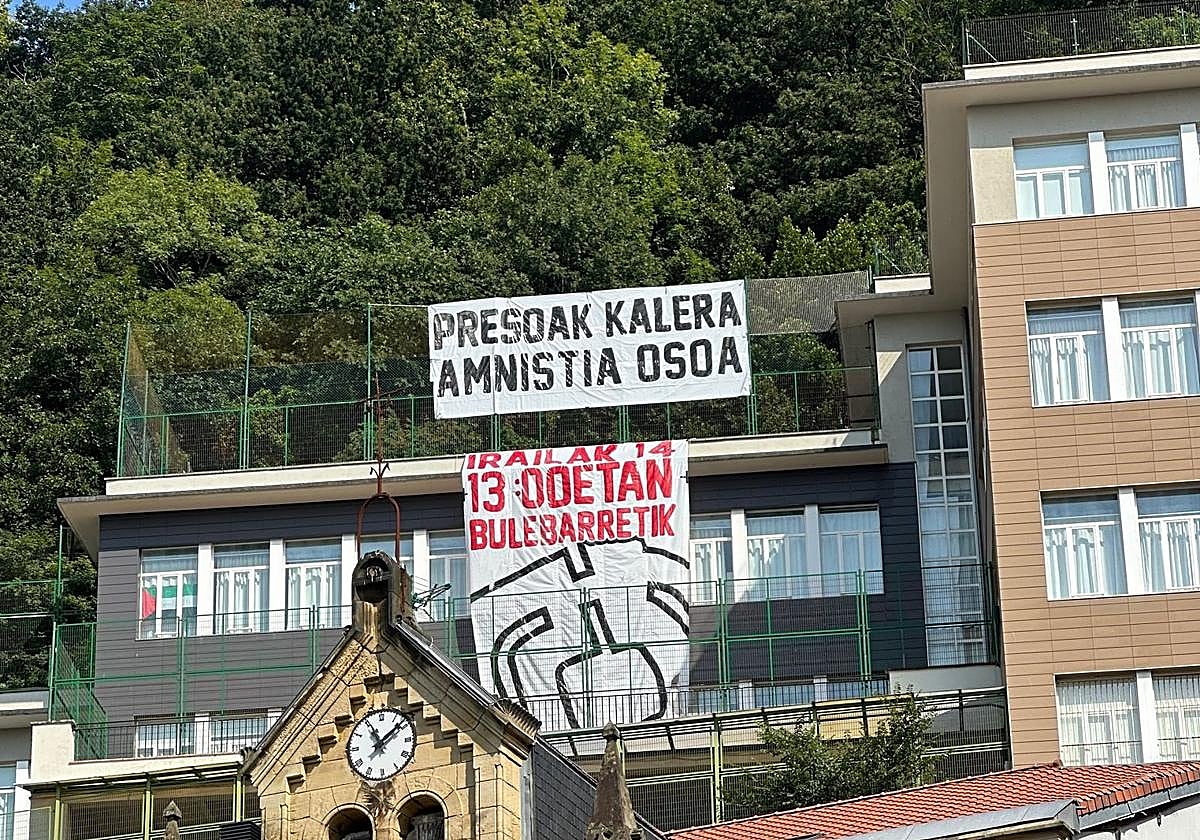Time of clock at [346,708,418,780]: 11:08
